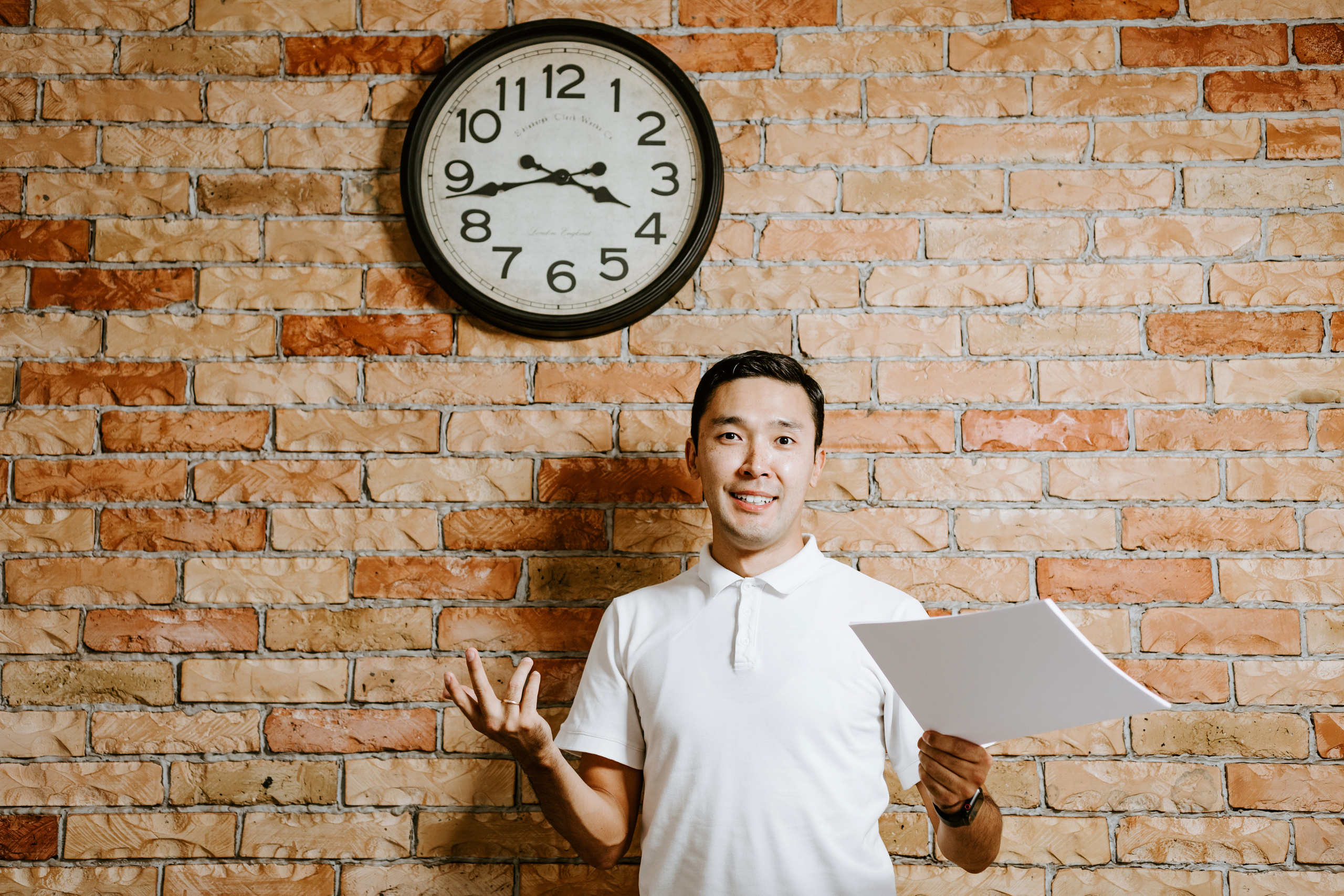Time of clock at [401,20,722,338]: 3:43
